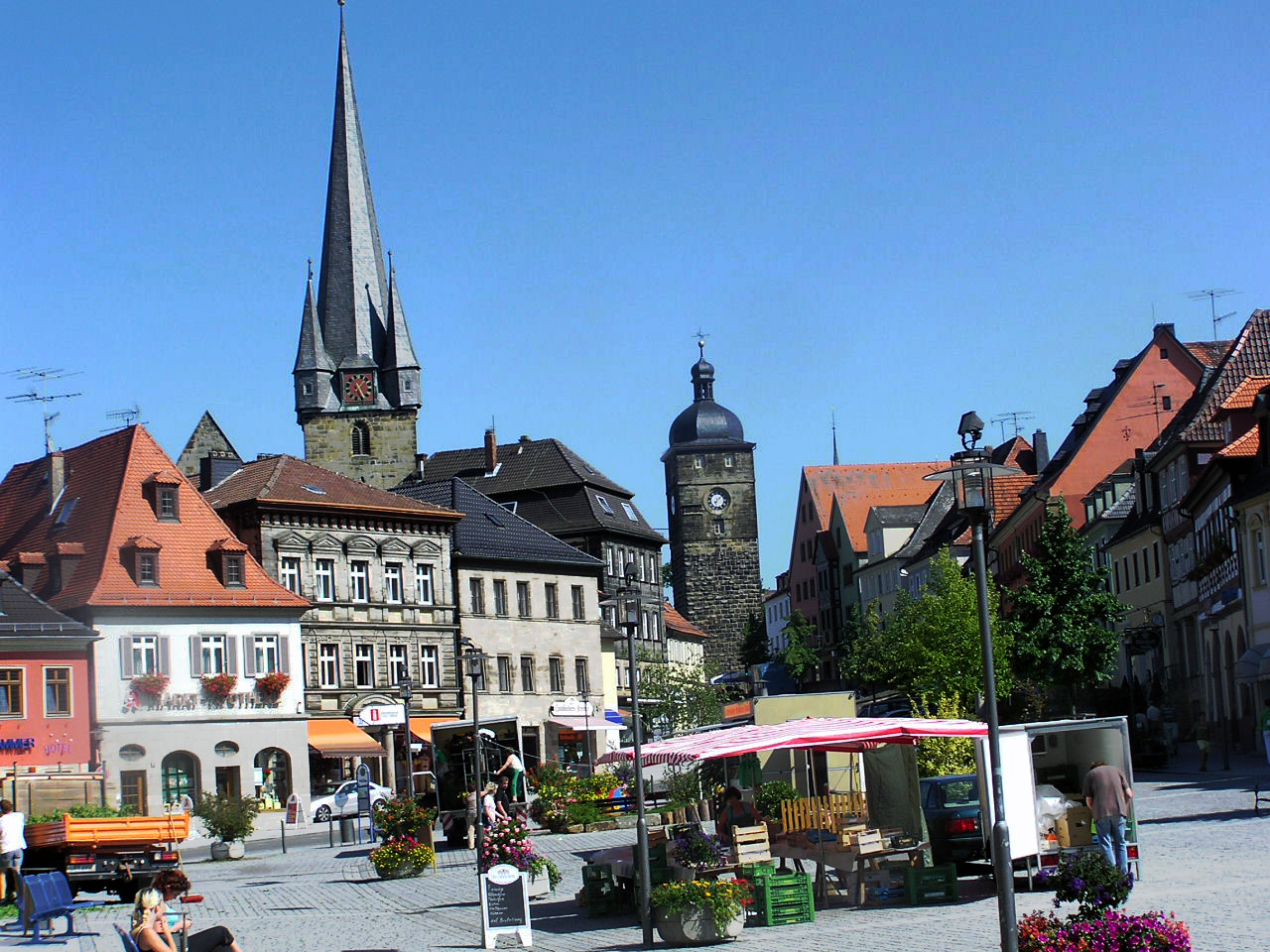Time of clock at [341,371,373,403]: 5:06
